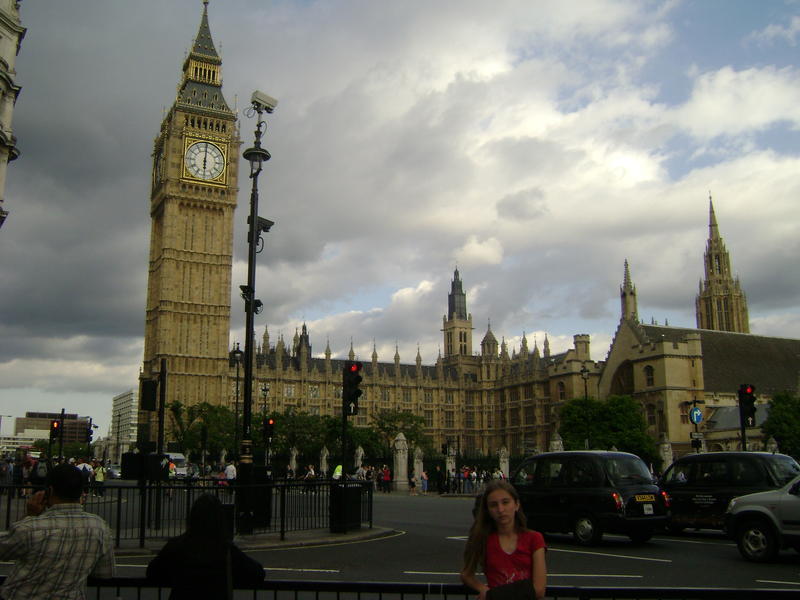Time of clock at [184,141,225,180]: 6:00
